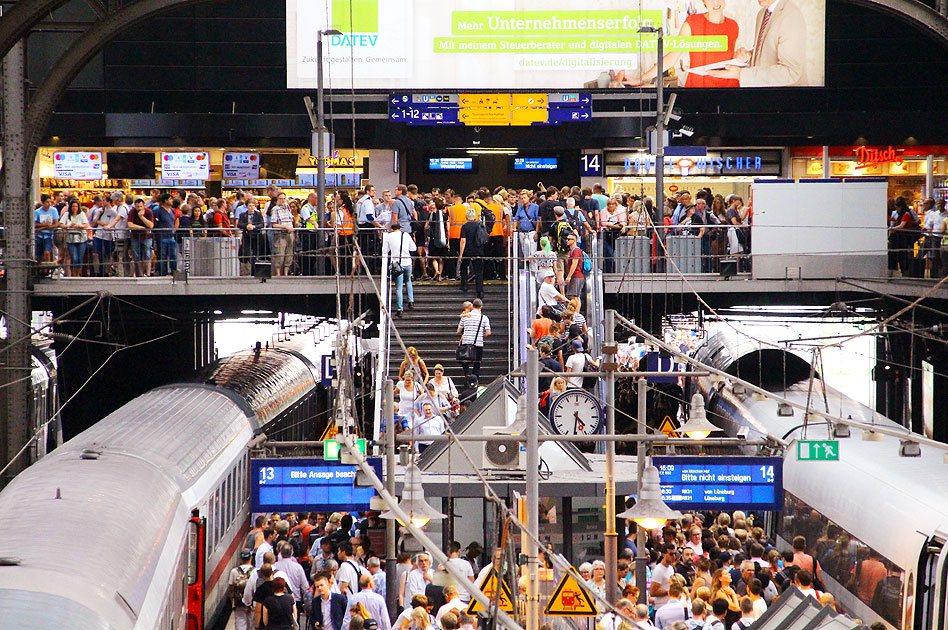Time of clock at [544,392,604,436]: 4:31
